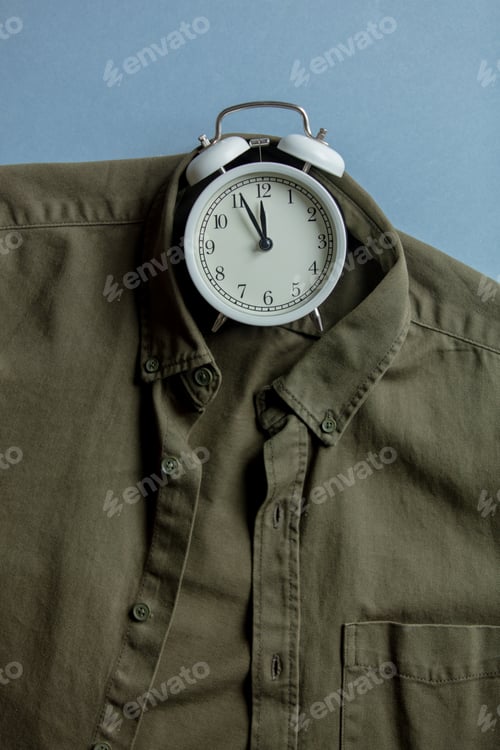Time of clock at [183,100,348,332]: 11:55
